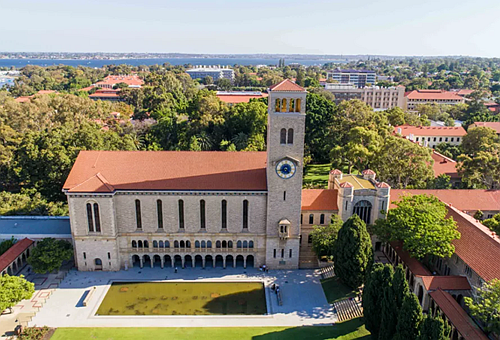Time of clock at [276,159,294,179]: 4:42
